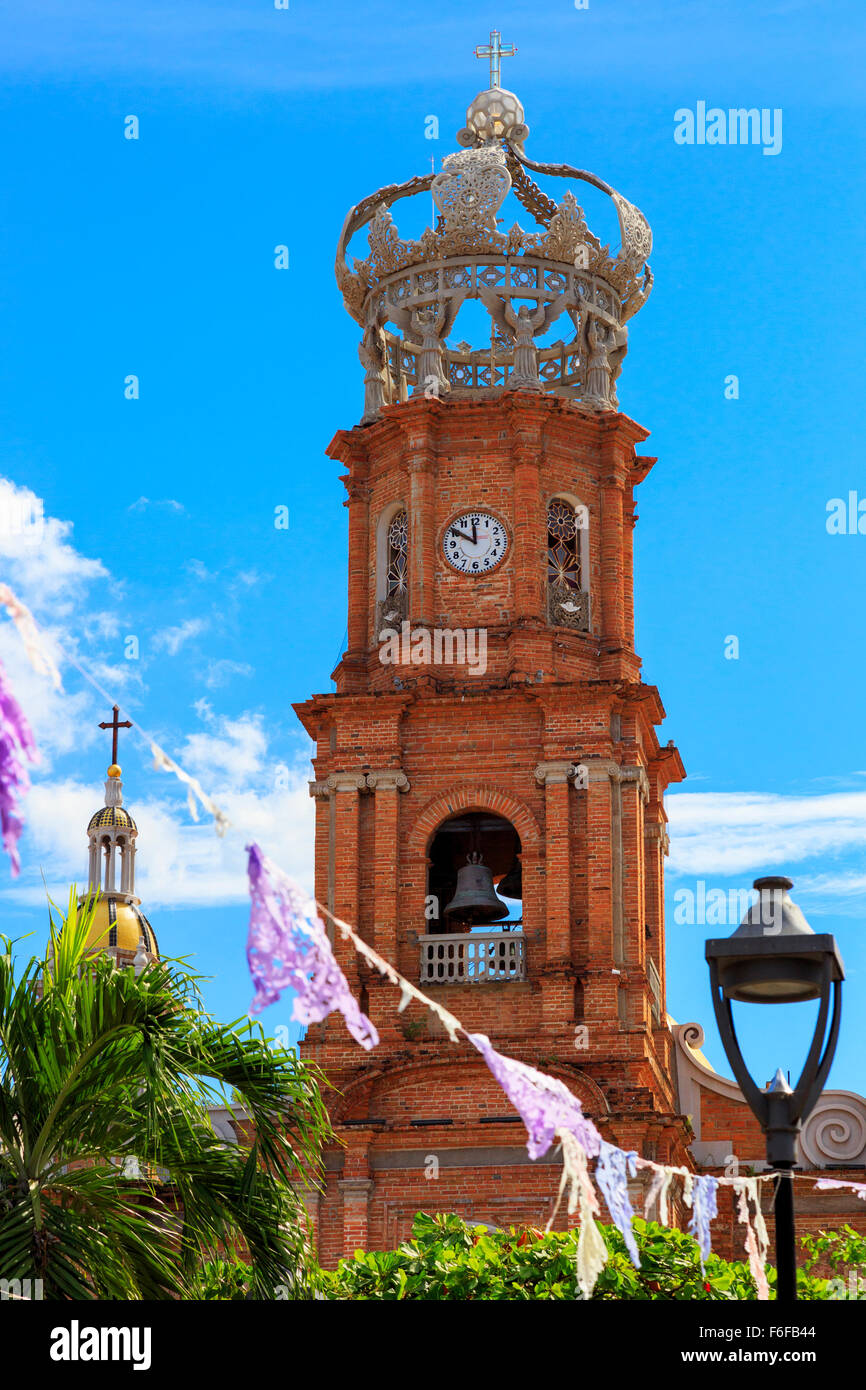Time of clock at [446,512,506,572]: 11:50
